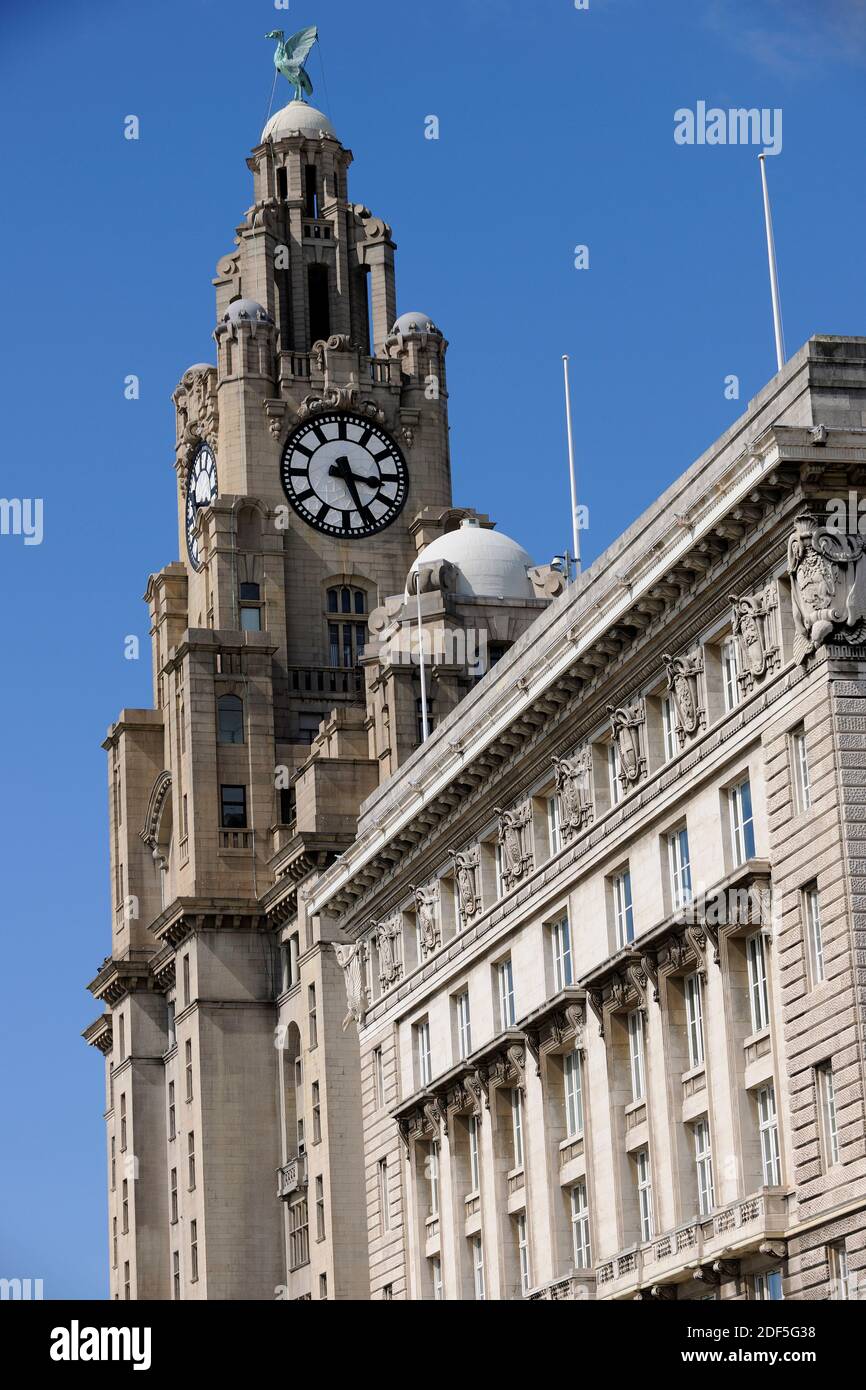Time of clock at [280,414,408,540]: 3:26
